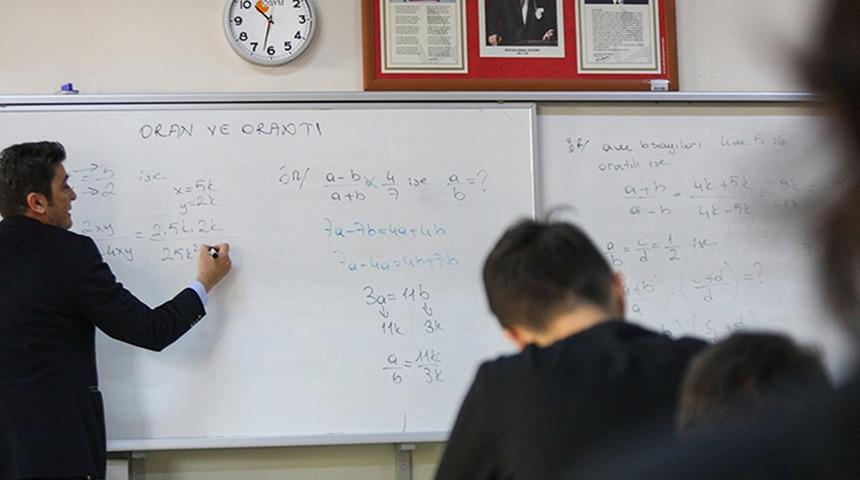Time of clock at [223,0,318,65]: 10:32
